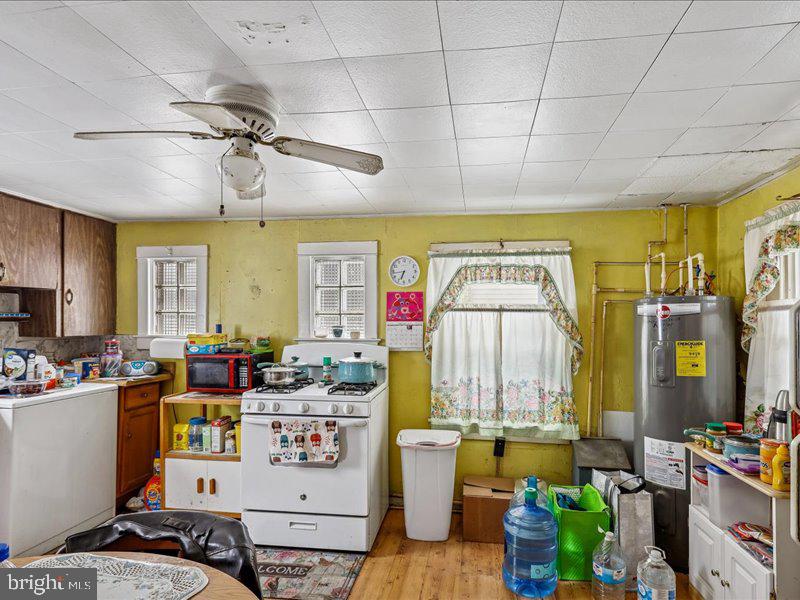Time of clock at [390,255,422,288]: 6:43
